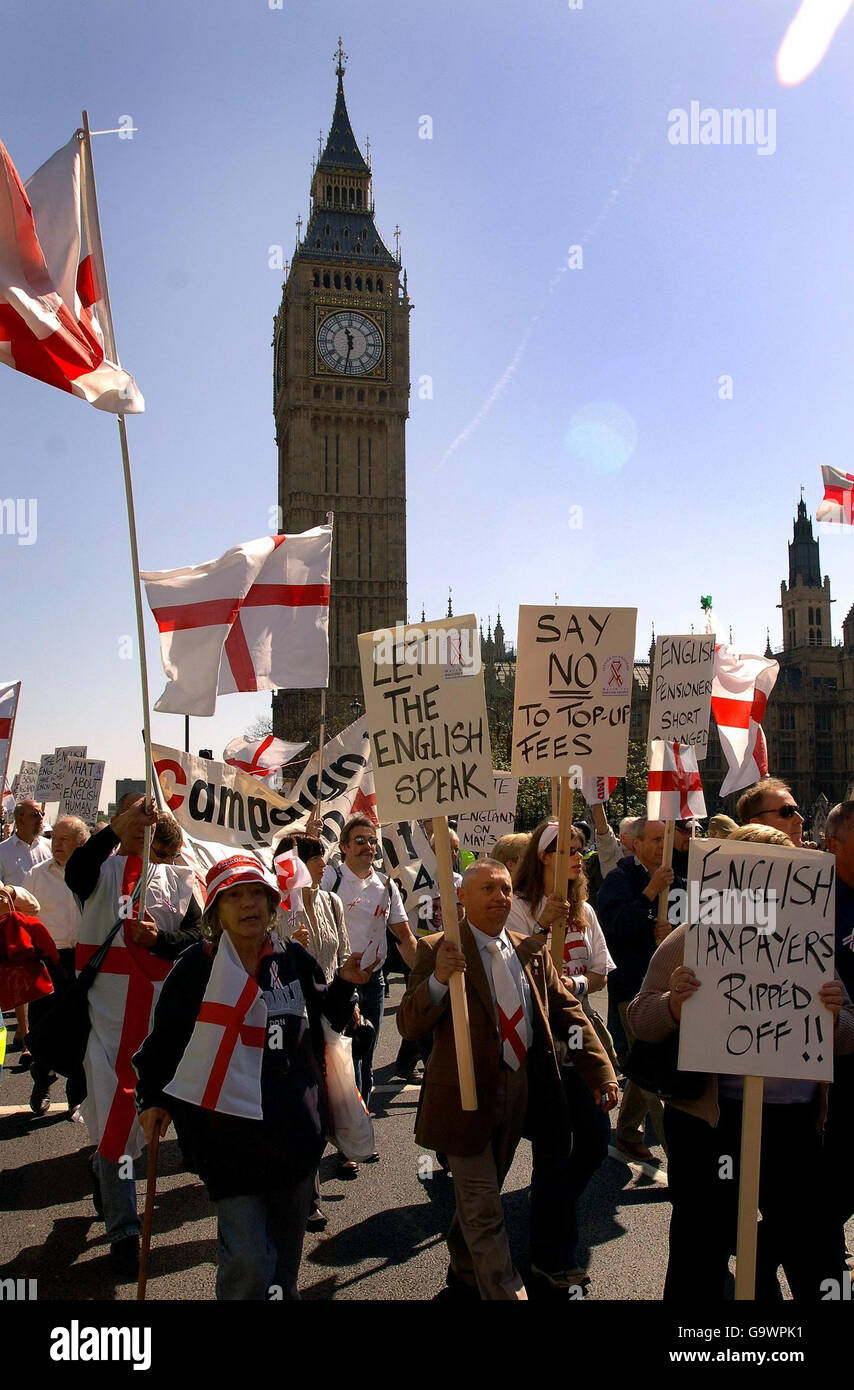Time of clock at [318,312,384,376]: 11:31
